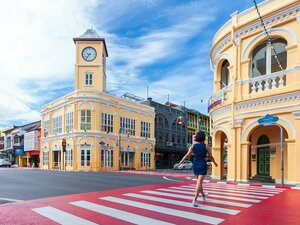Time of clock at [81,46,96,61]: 9:36
